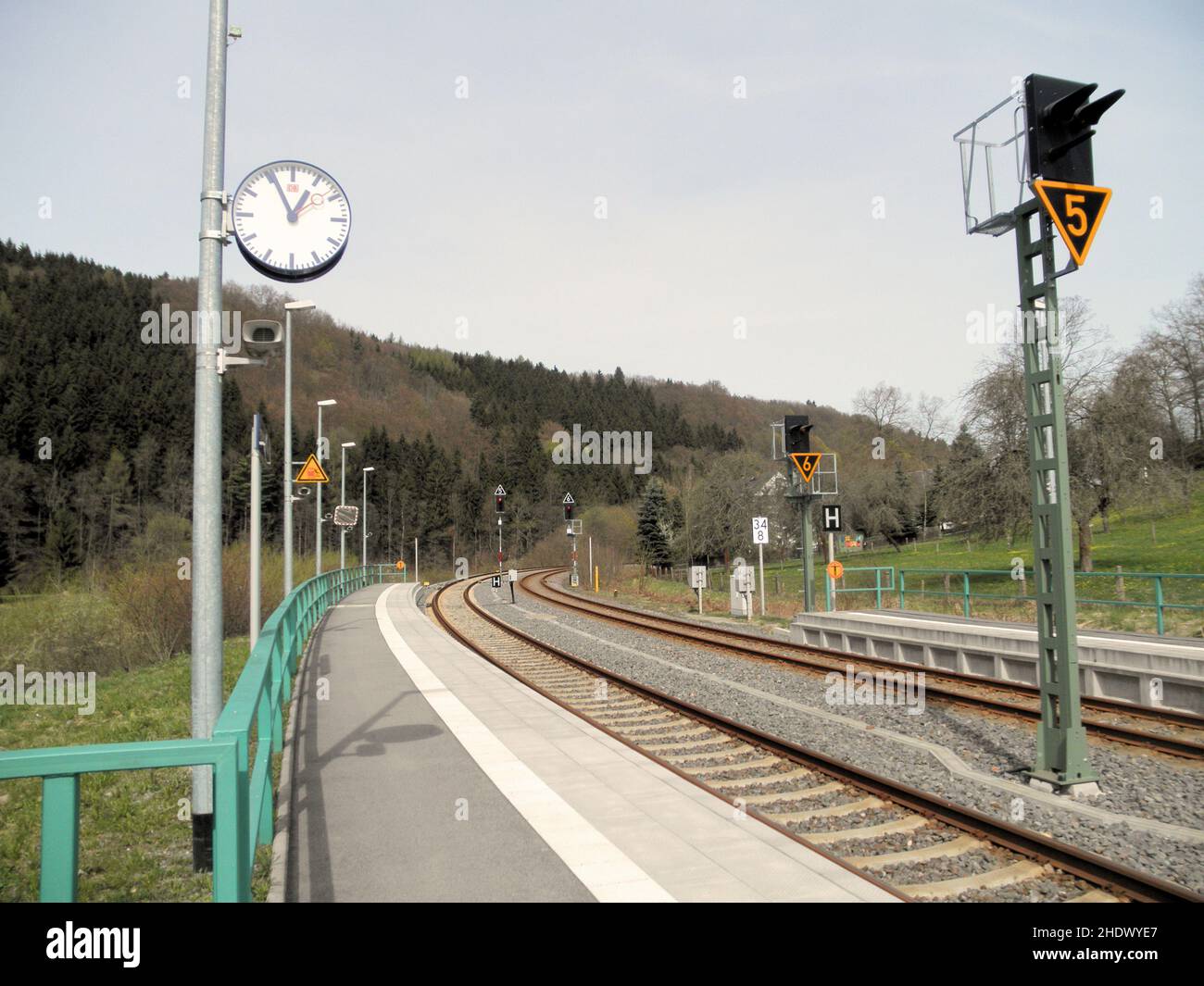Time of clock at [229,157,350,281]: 12:56
